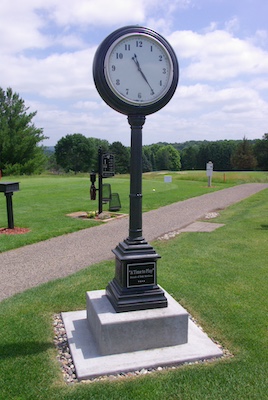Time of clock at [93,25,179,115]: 11:24
